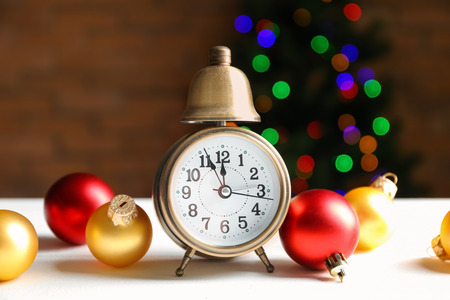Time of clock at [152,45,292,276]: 11:55
